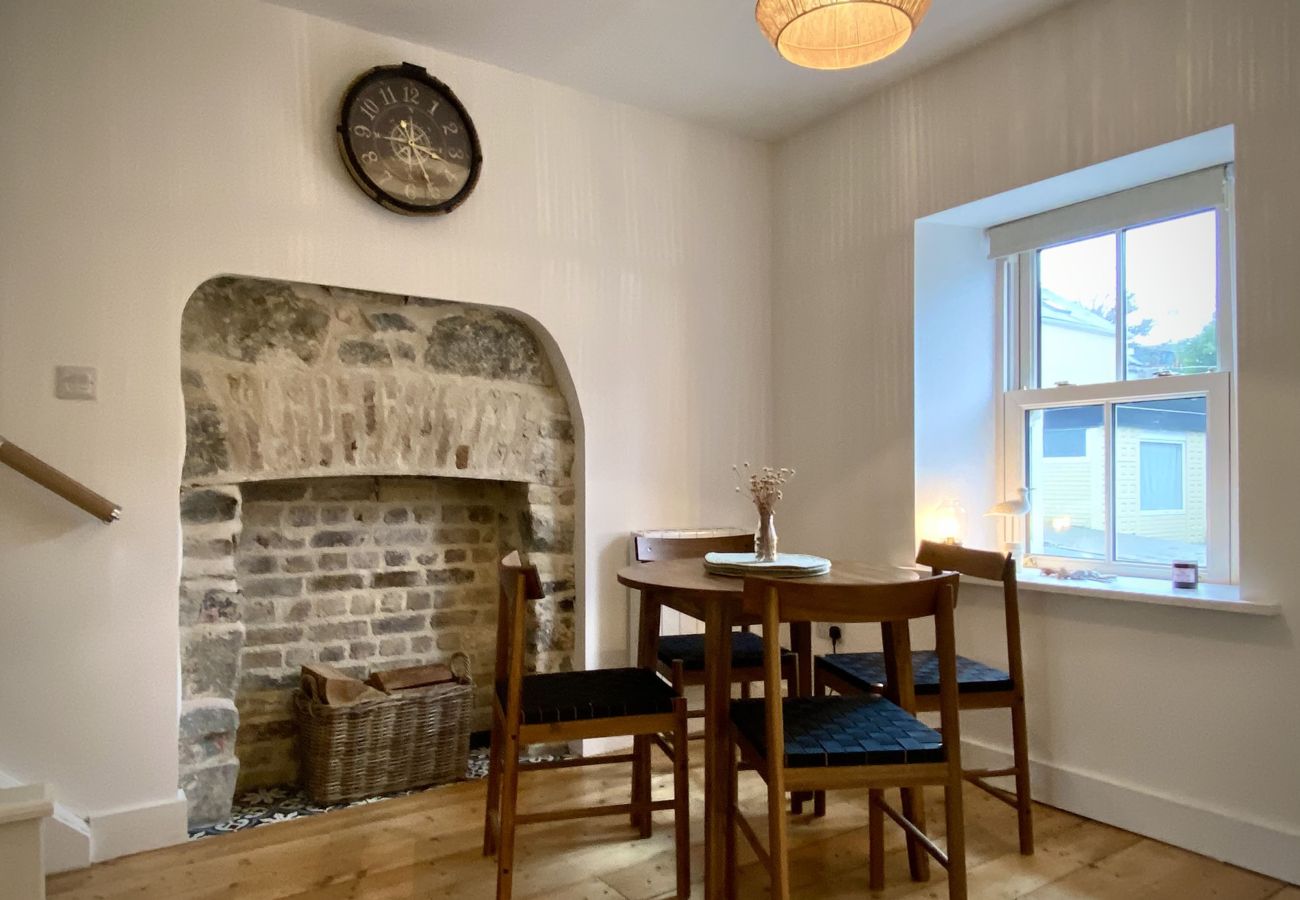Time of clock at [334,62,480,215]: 3:26
